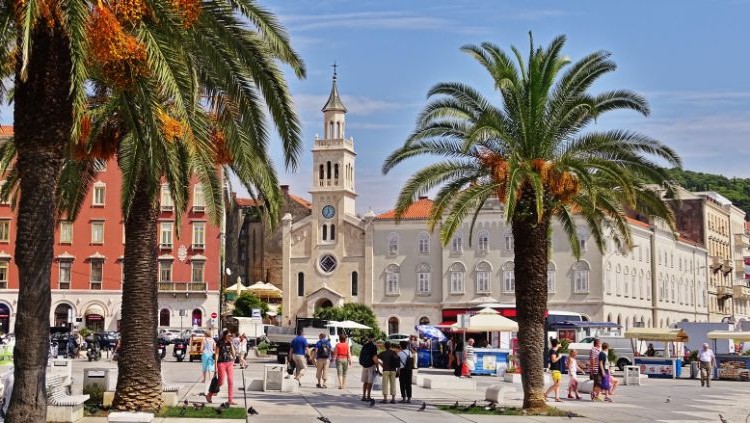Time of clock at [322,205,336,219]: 11:35
